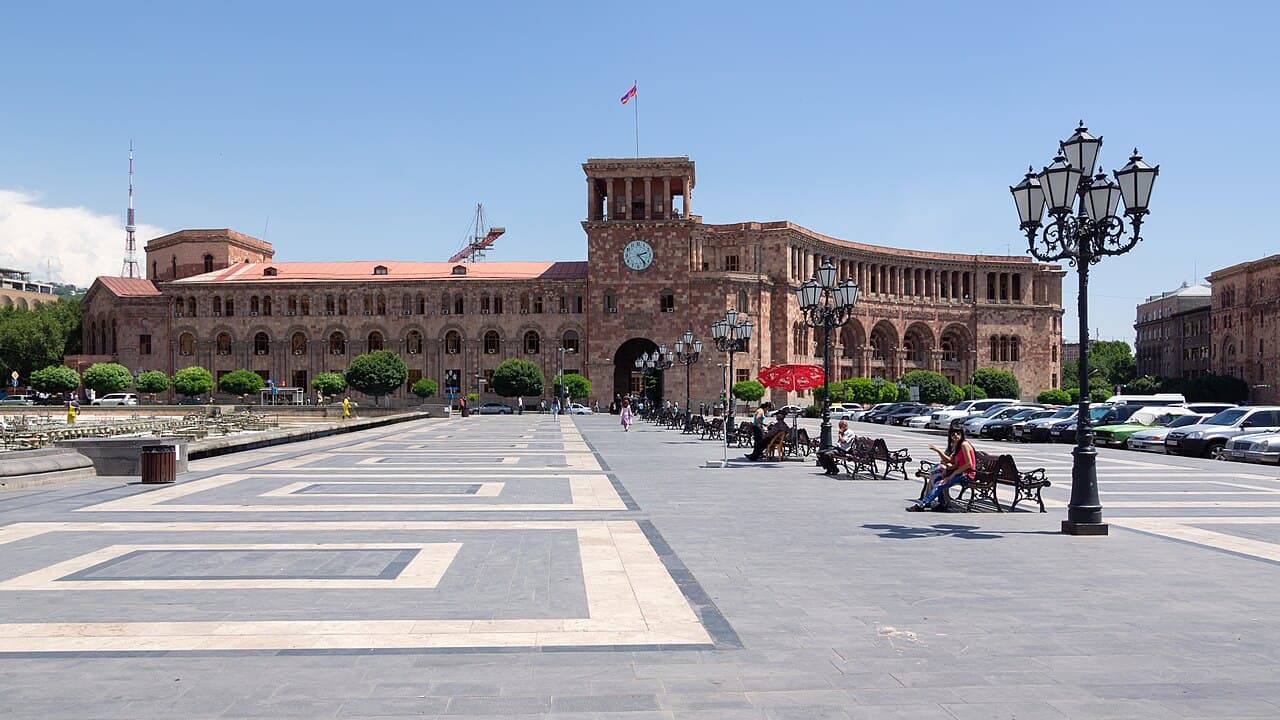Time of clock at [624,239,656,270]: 2:23
